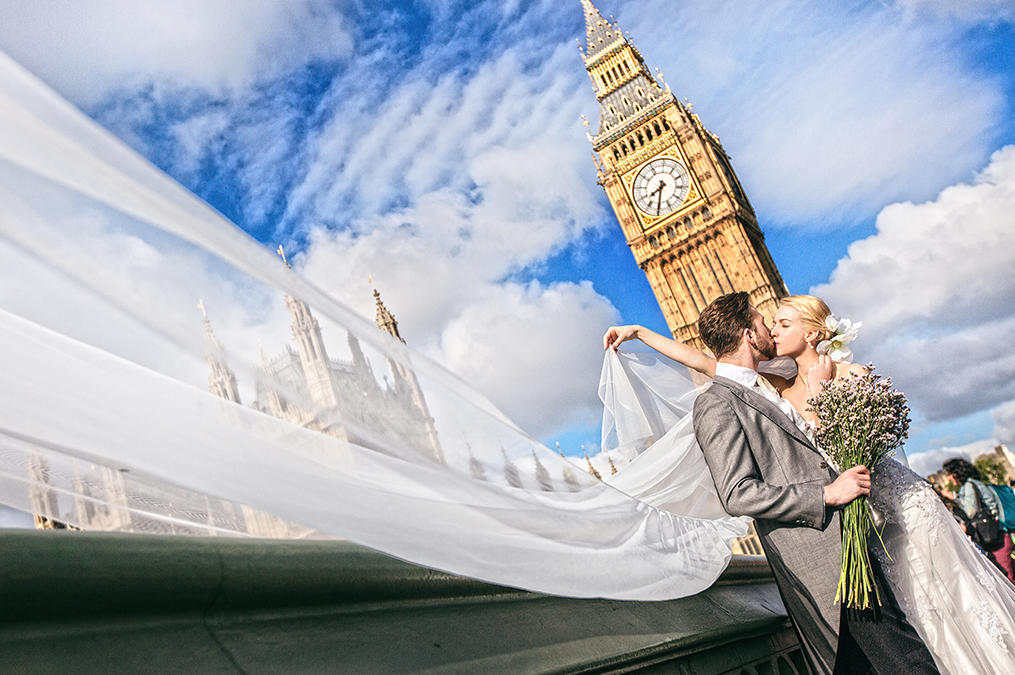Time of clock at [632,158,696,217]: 7:30
